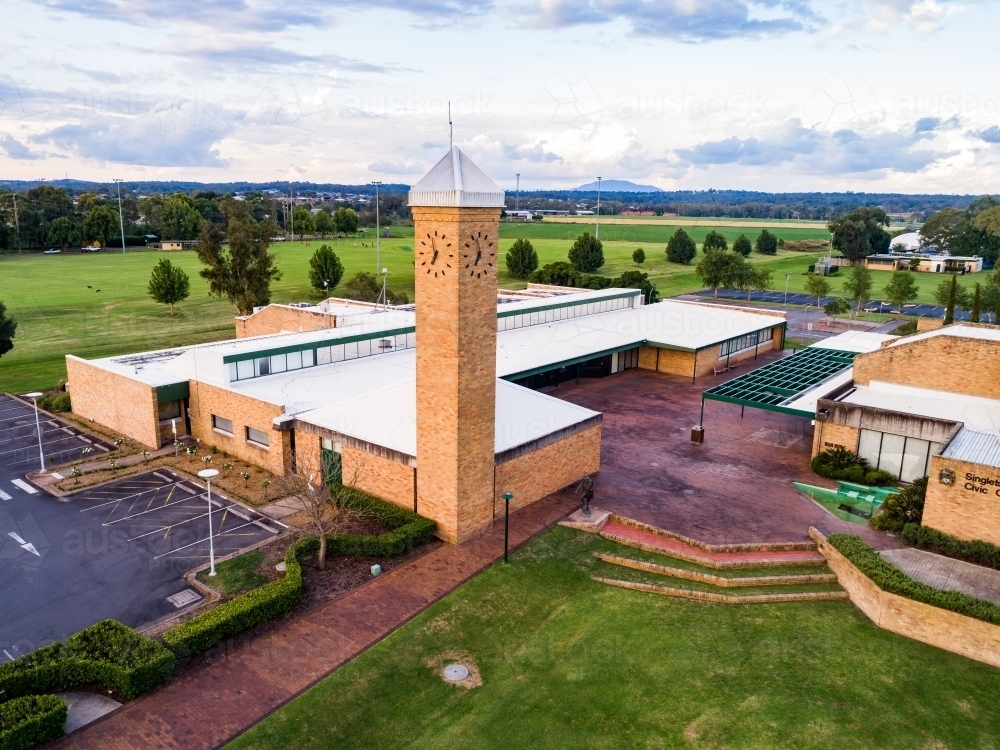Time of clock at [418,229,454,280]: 6:57
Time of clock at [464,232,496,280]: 6:58
